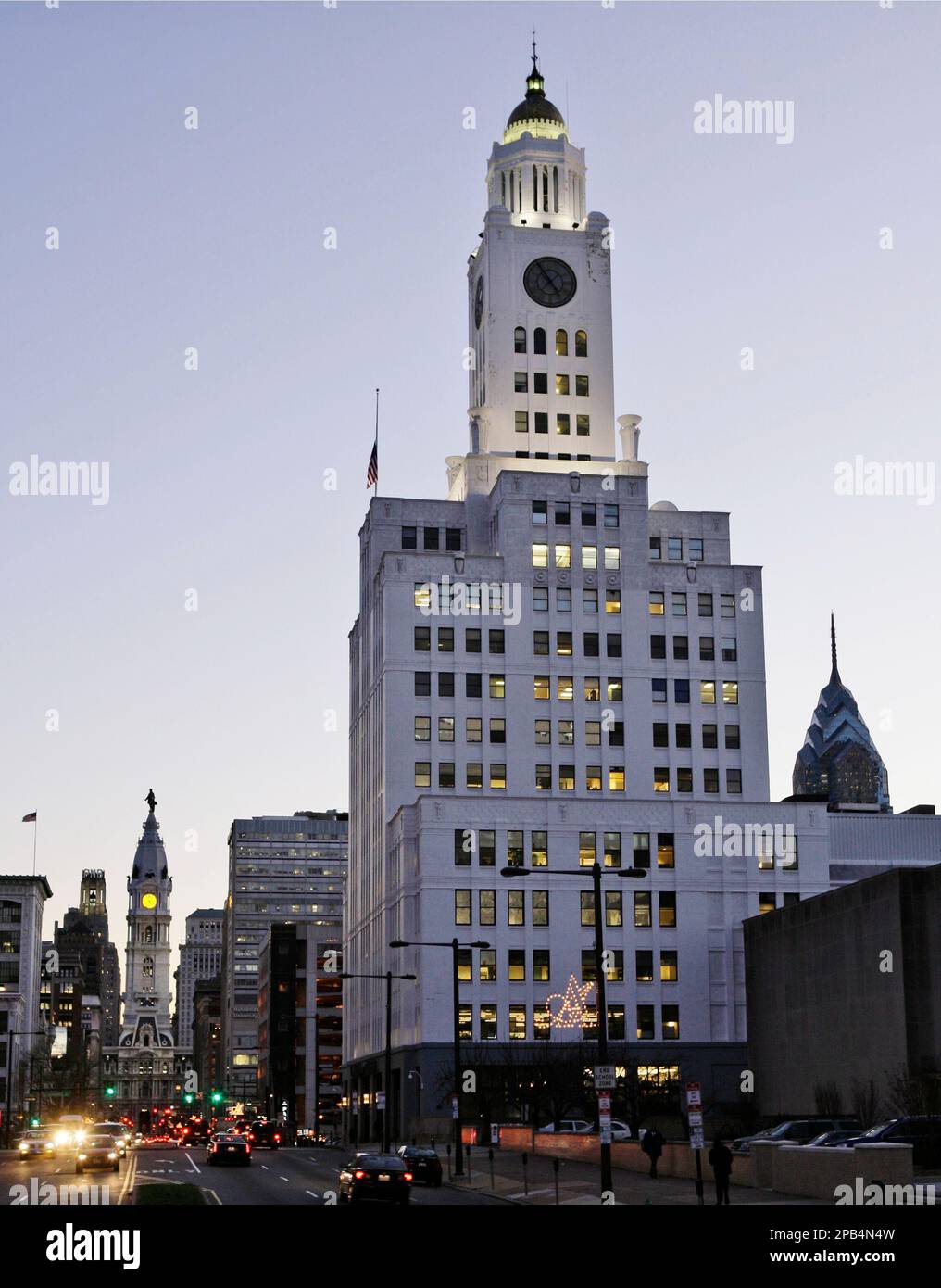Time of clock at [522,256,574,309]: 4:54
